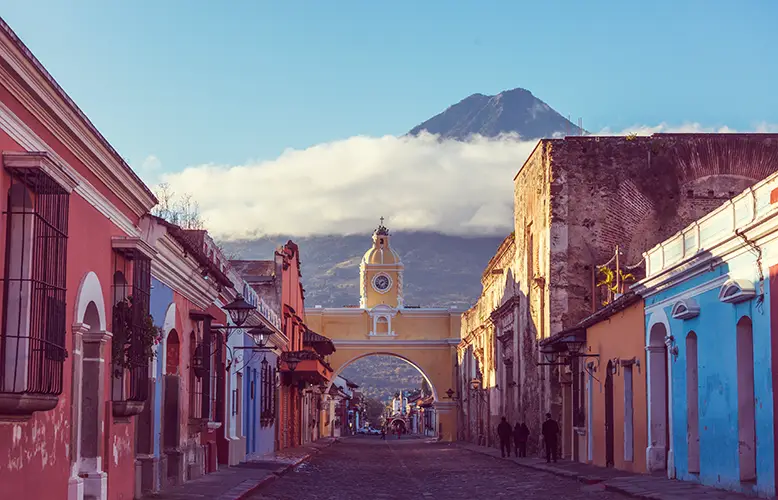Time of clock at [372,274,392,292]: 7:11
